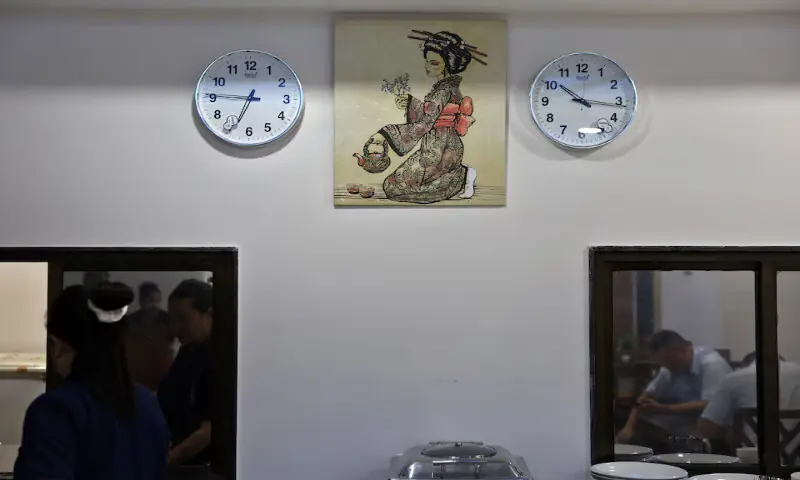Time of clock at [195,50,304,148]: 6:45
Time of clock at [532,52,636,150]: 10:16
